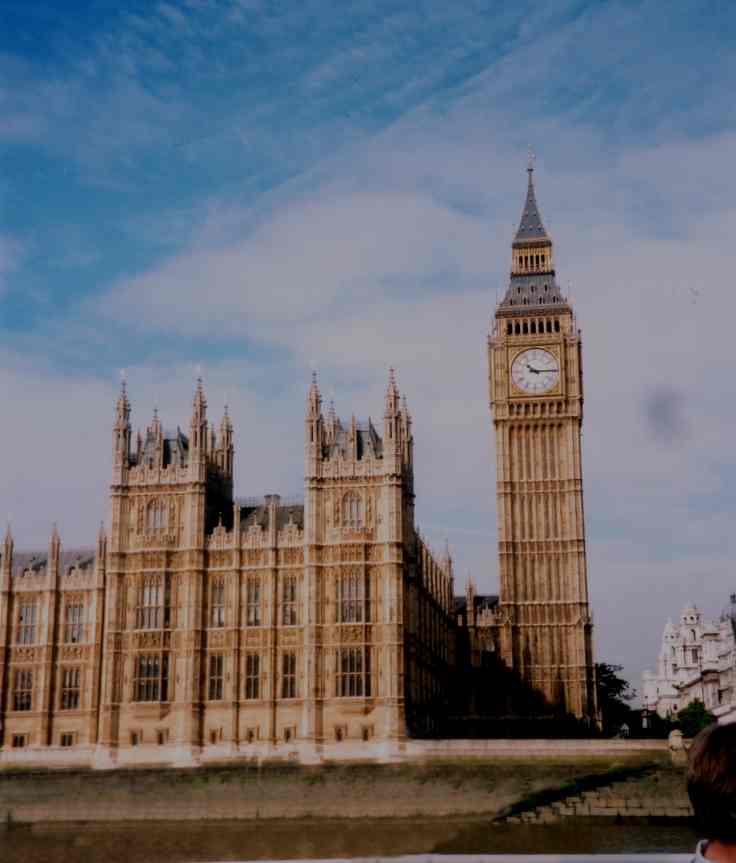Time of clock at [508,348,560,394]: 10:14
